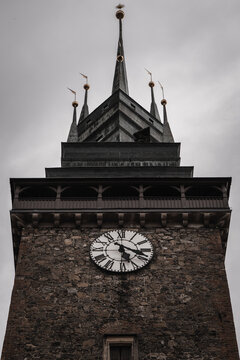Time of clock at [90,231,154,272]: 5:18
